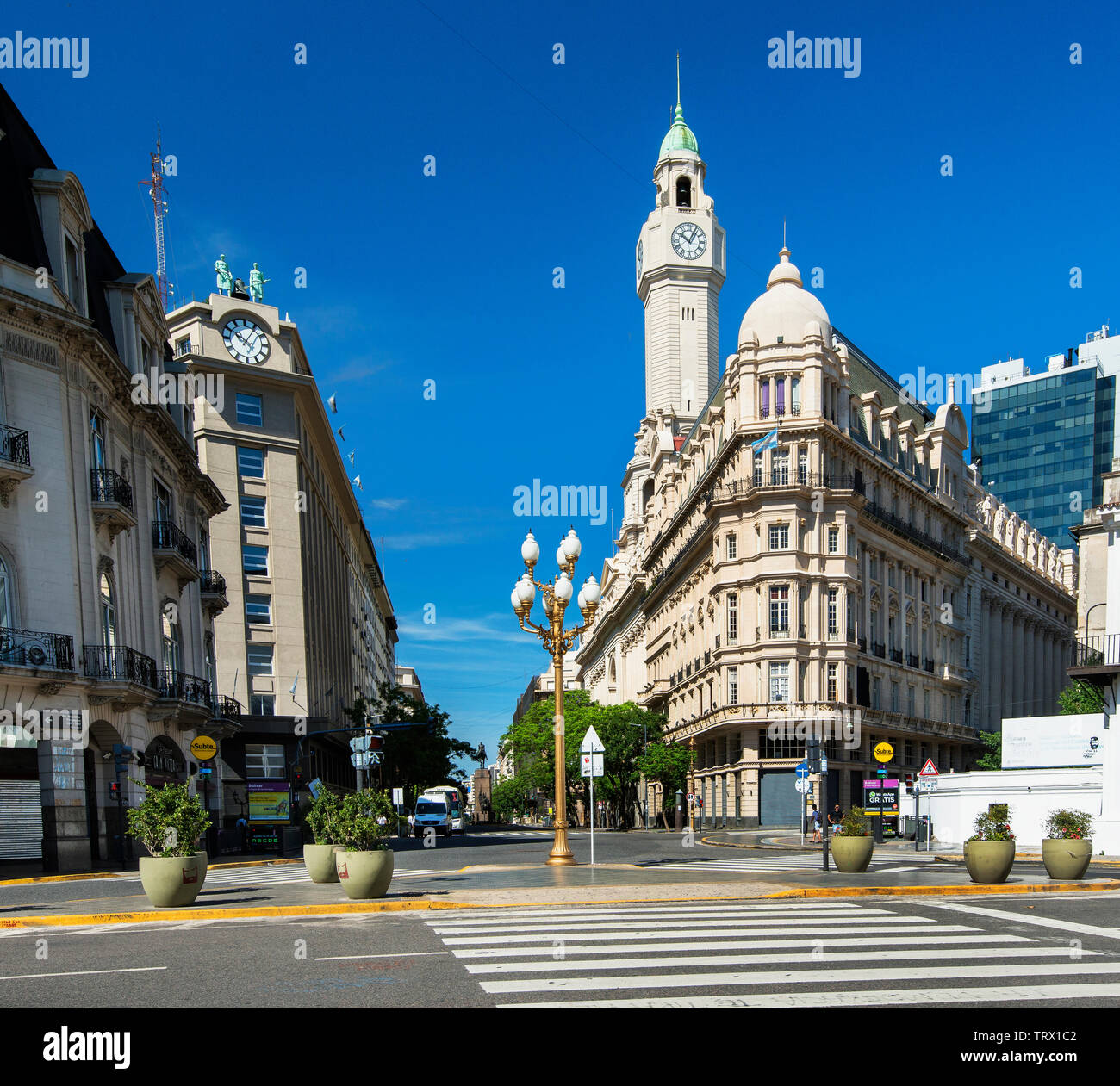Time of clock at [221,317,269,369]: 10:05
